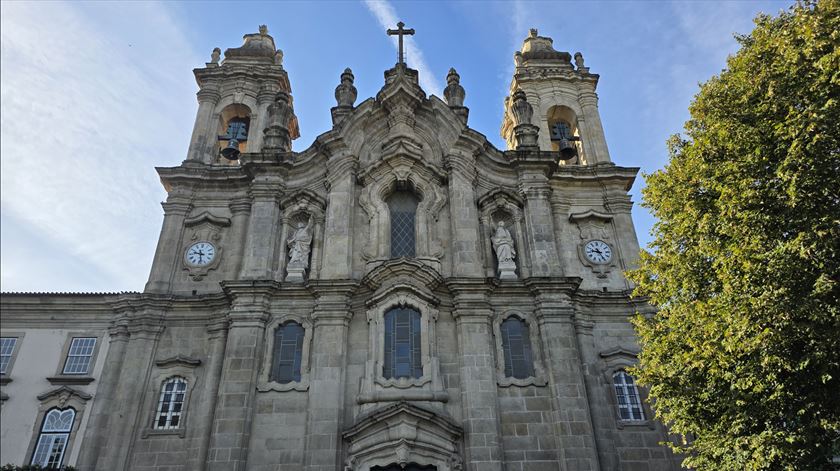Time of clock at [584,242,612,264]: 9:25
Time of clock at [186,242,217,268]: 9:28
